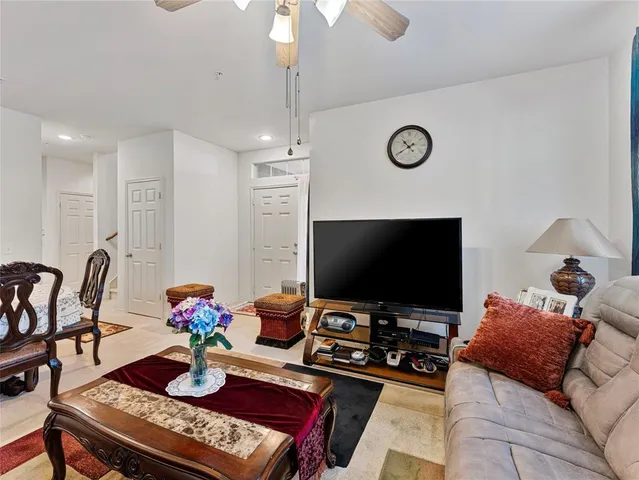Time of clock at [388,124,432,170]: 10:40
